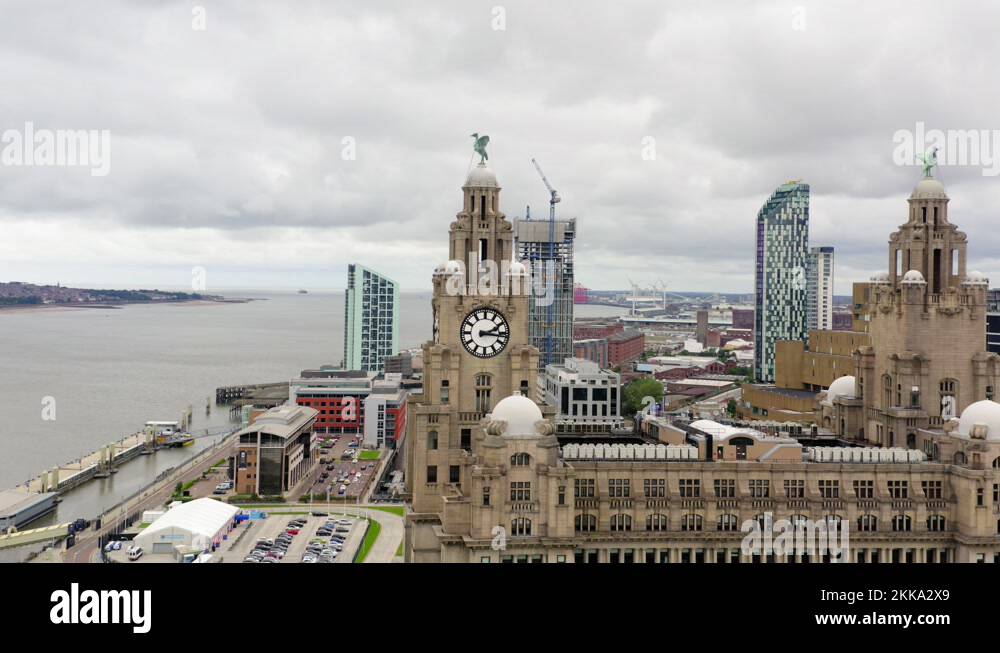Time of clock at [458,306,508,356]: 2:16
